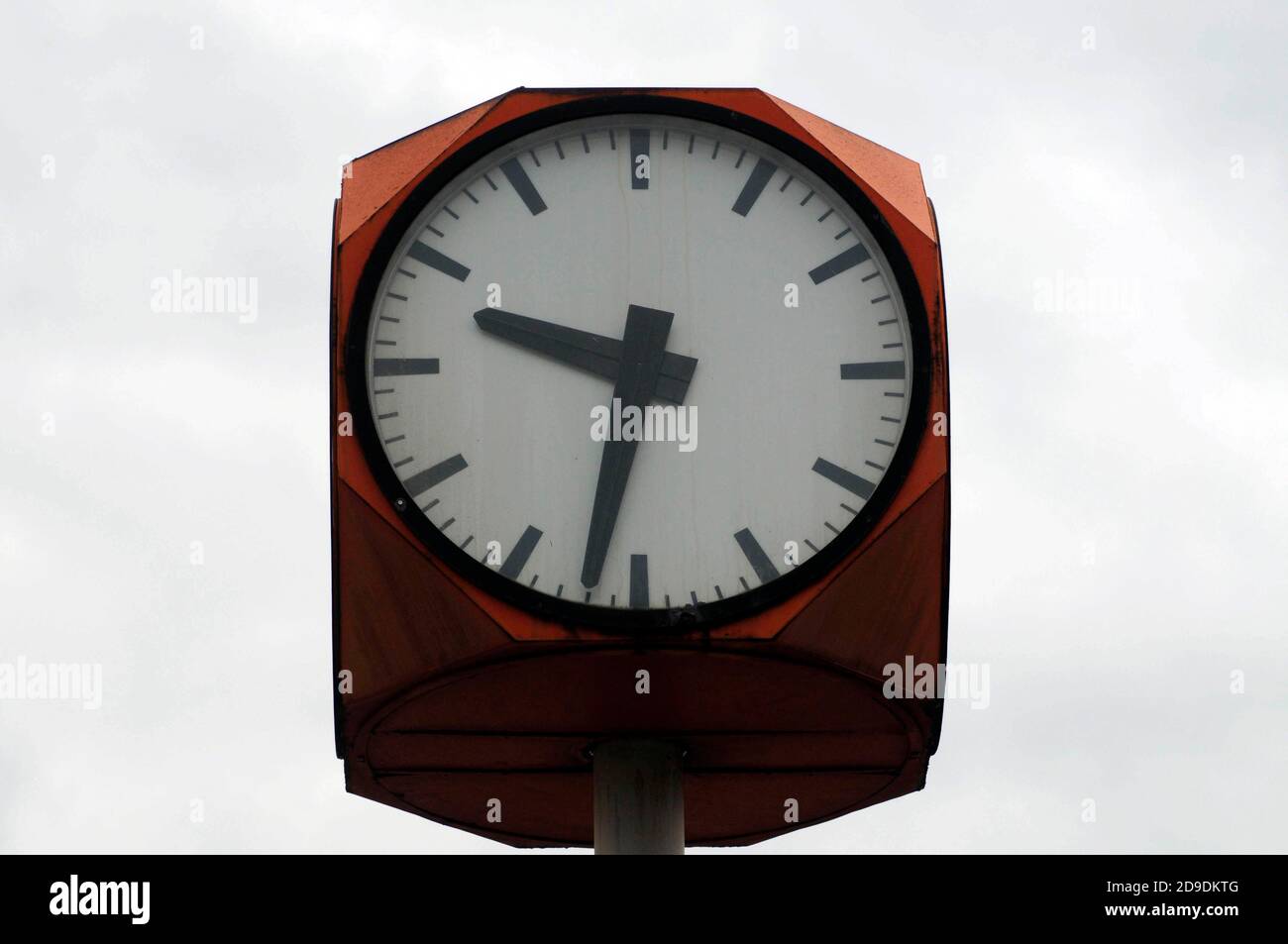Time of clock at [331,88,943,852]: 9:32
